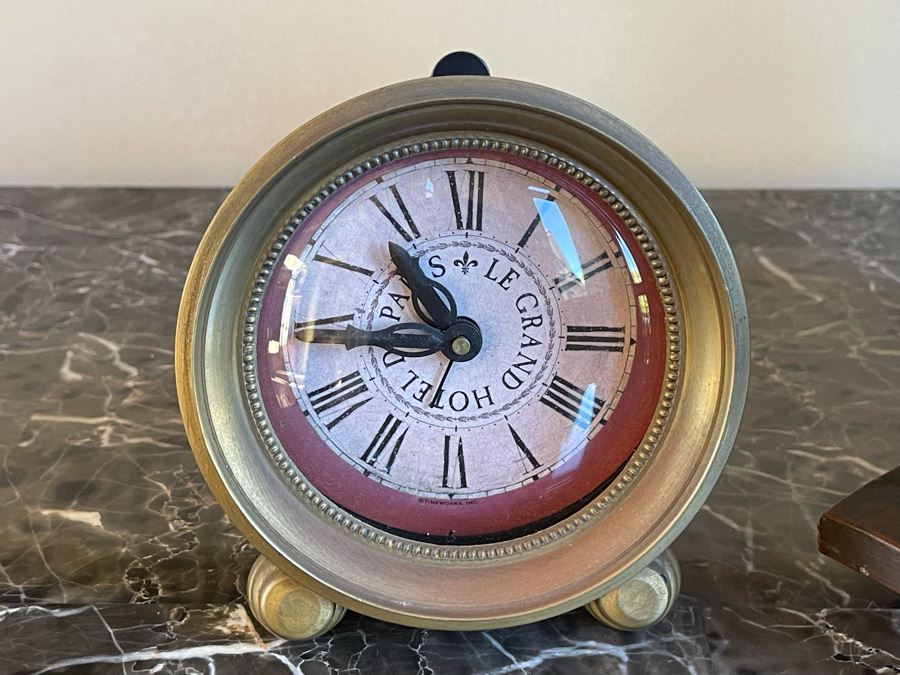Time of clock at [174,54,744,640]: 10:44
